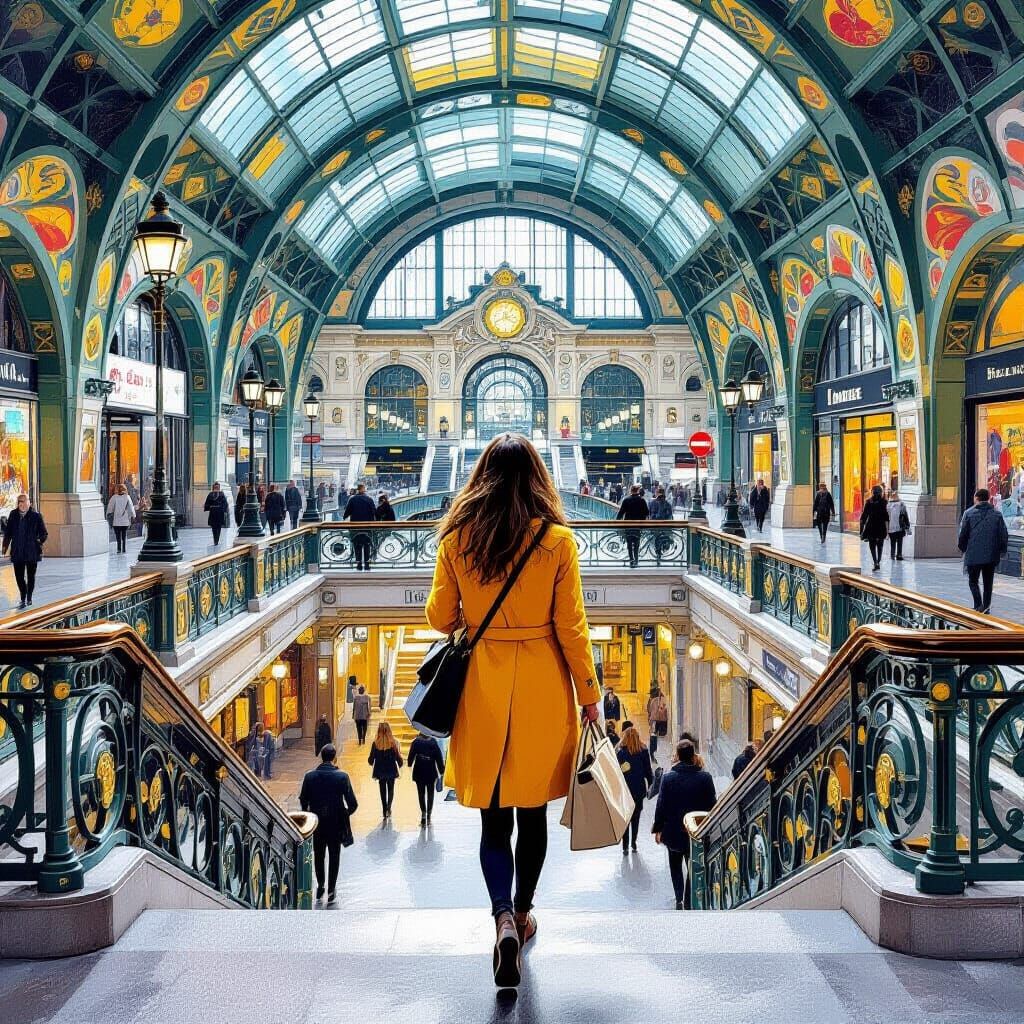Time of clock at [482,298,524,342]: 3:40
